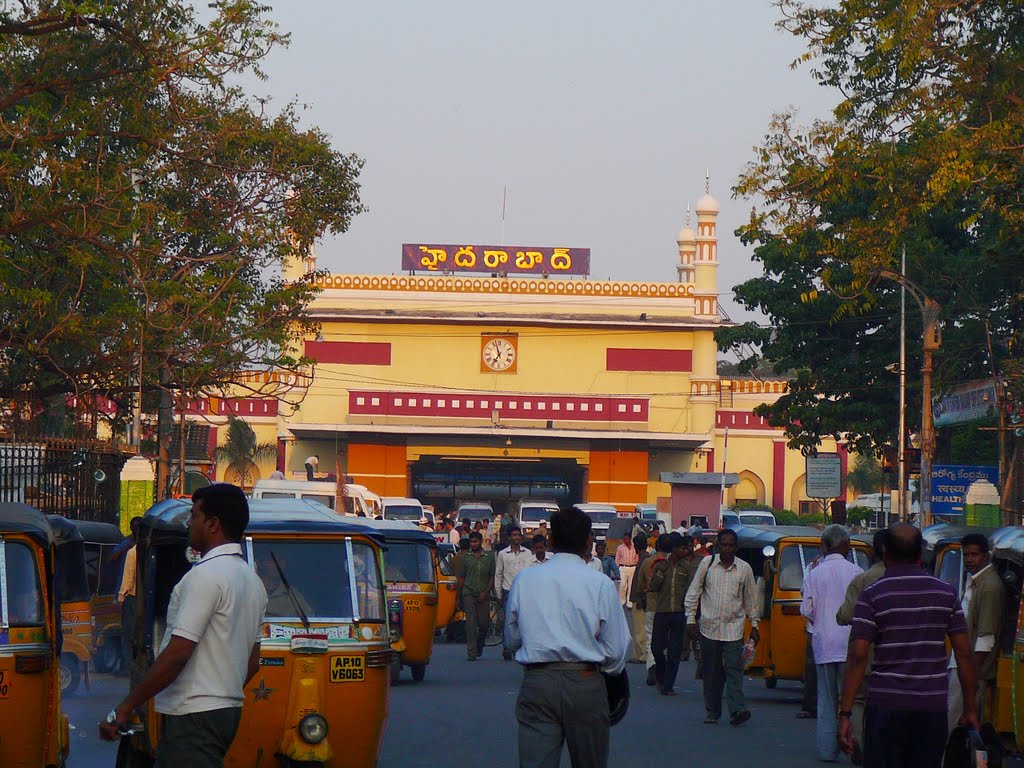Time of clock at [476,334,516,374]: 6:57
